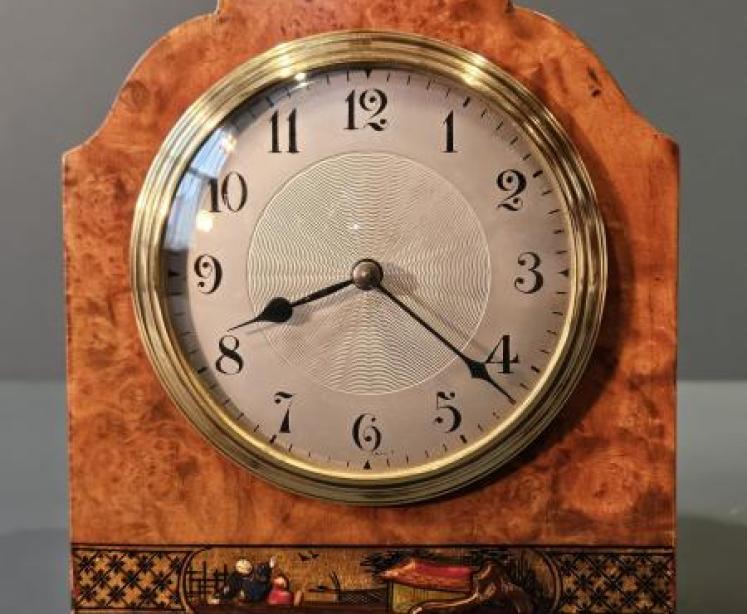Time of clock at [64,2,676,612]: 8:21
